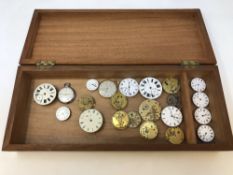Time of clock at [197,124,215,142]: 7:36
